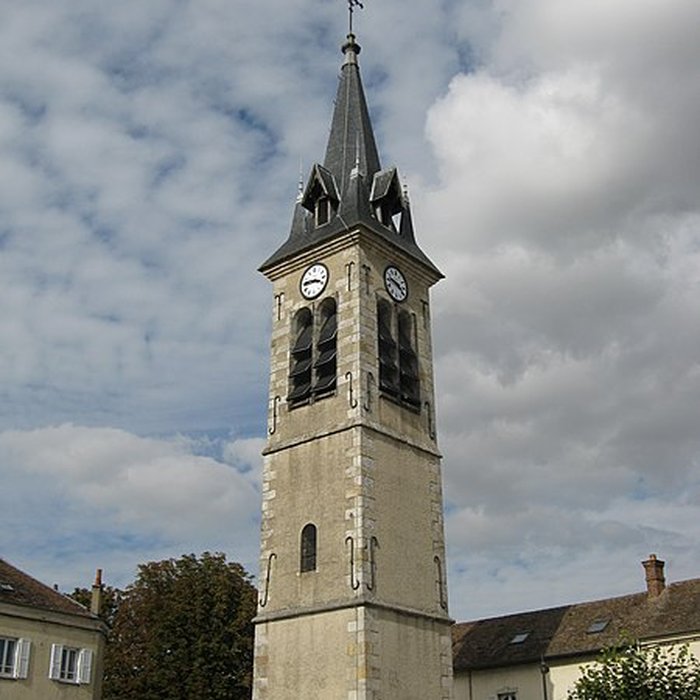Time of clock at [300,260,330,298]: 3:45
